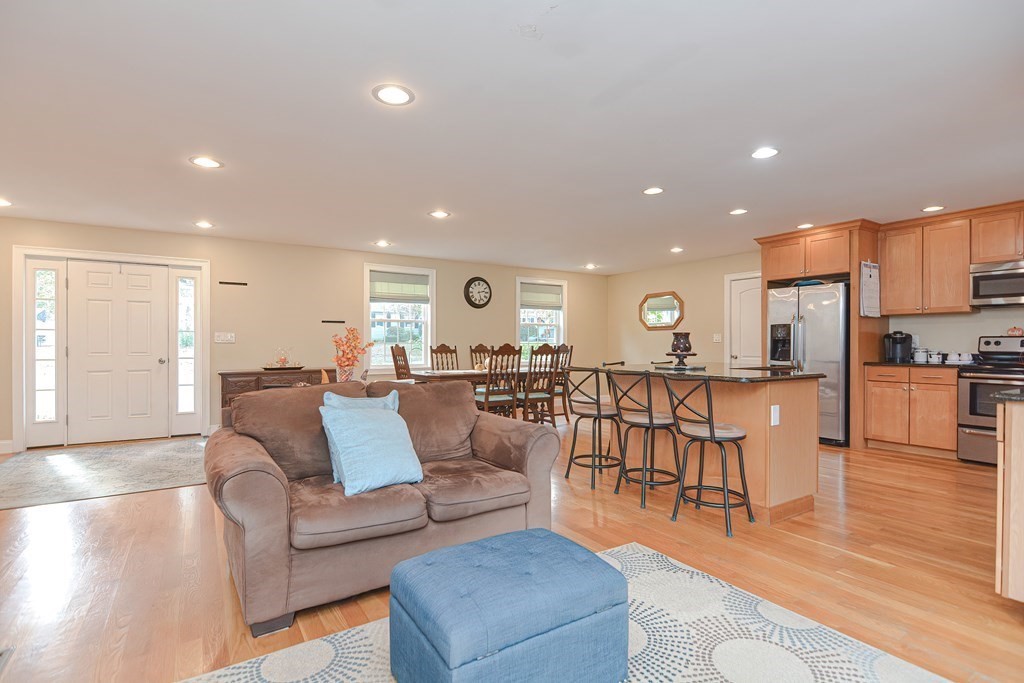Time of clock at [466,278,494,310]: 2:27
